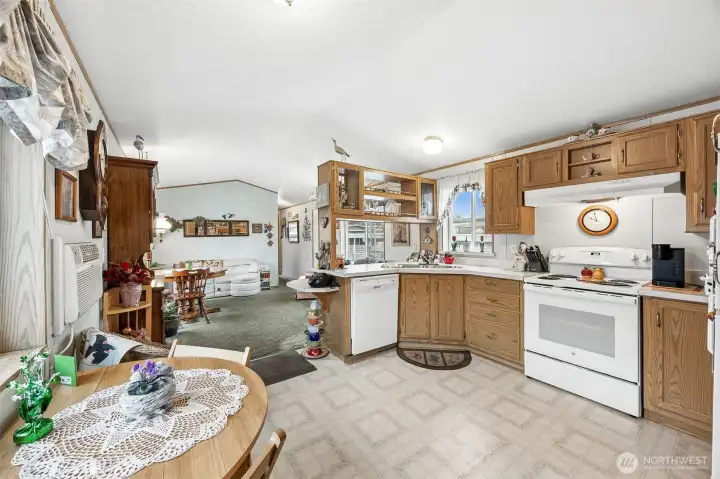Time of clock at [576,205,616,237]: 9:57
